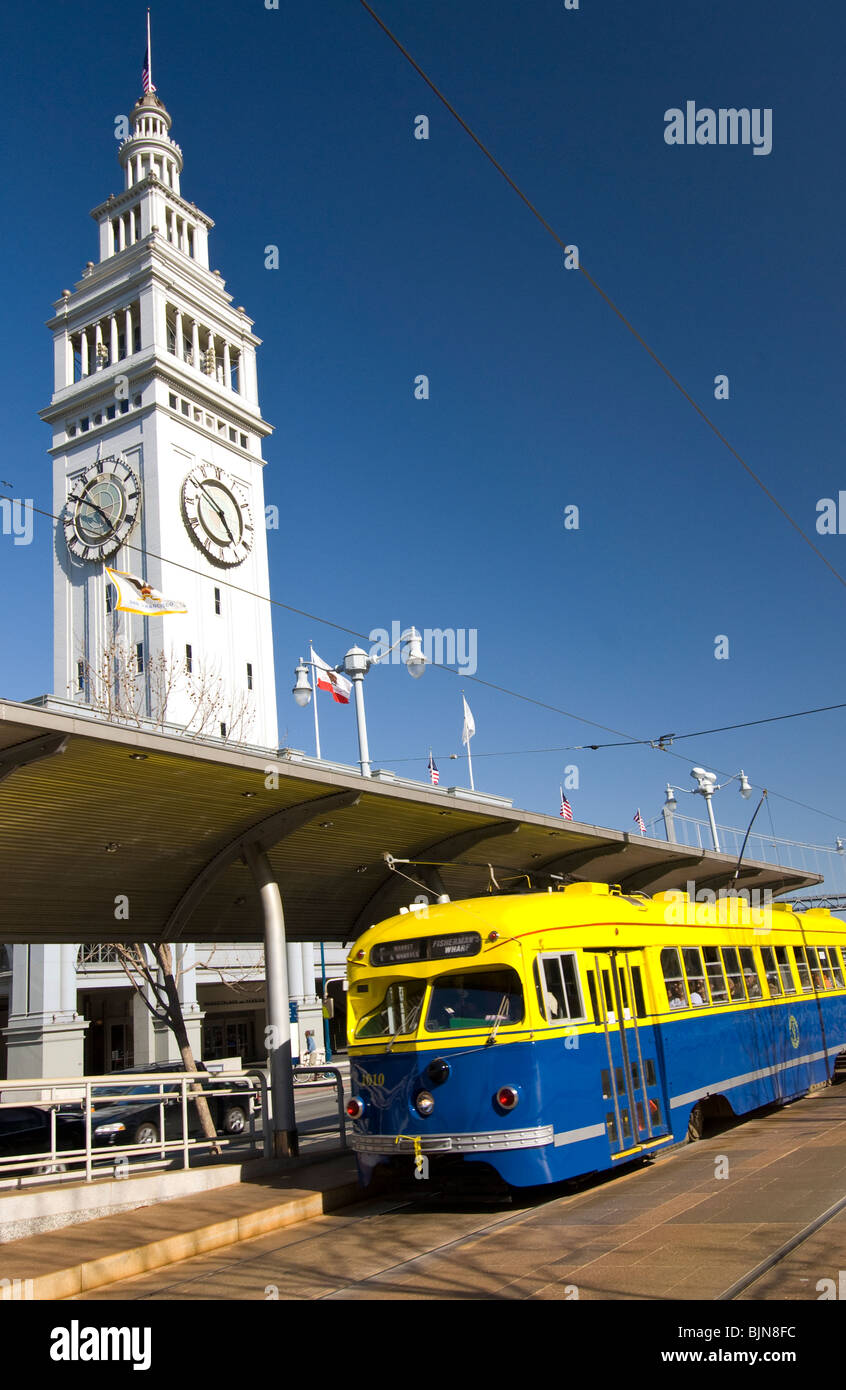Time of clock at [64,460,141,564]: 4:50
